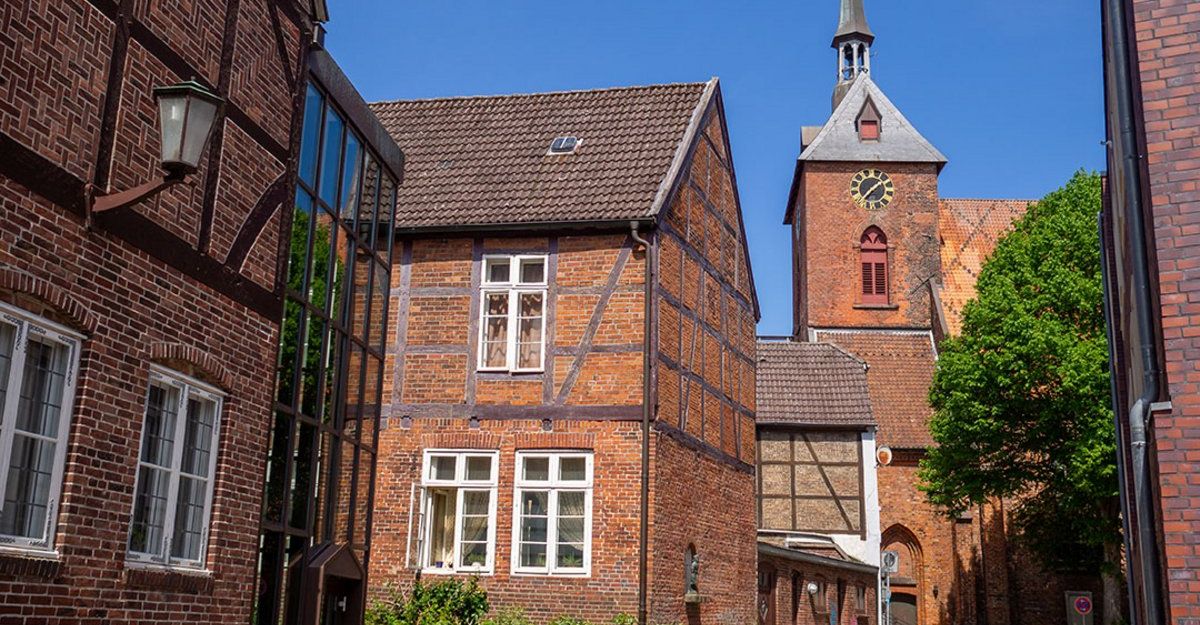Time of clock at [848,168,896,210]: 1:36
